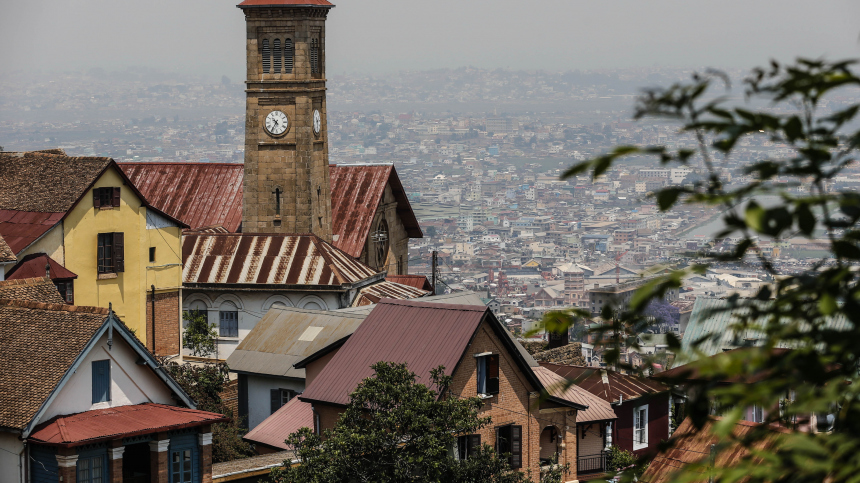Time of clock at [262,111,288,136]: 10:35
